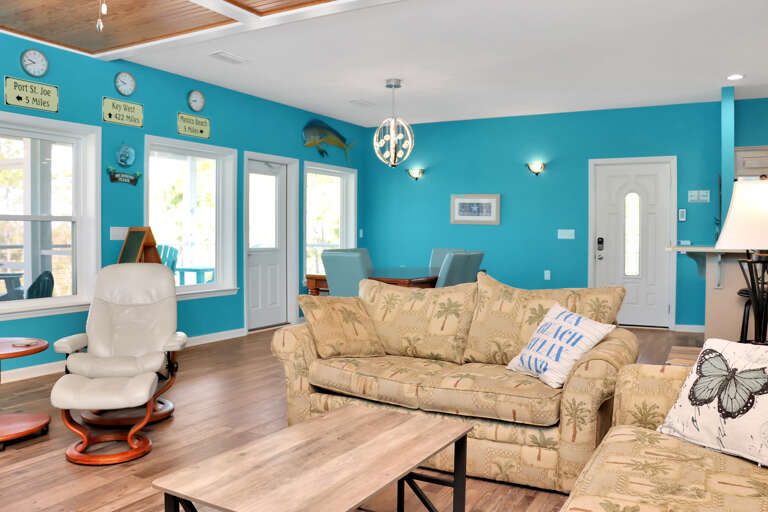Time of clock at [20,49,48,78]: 9:41
